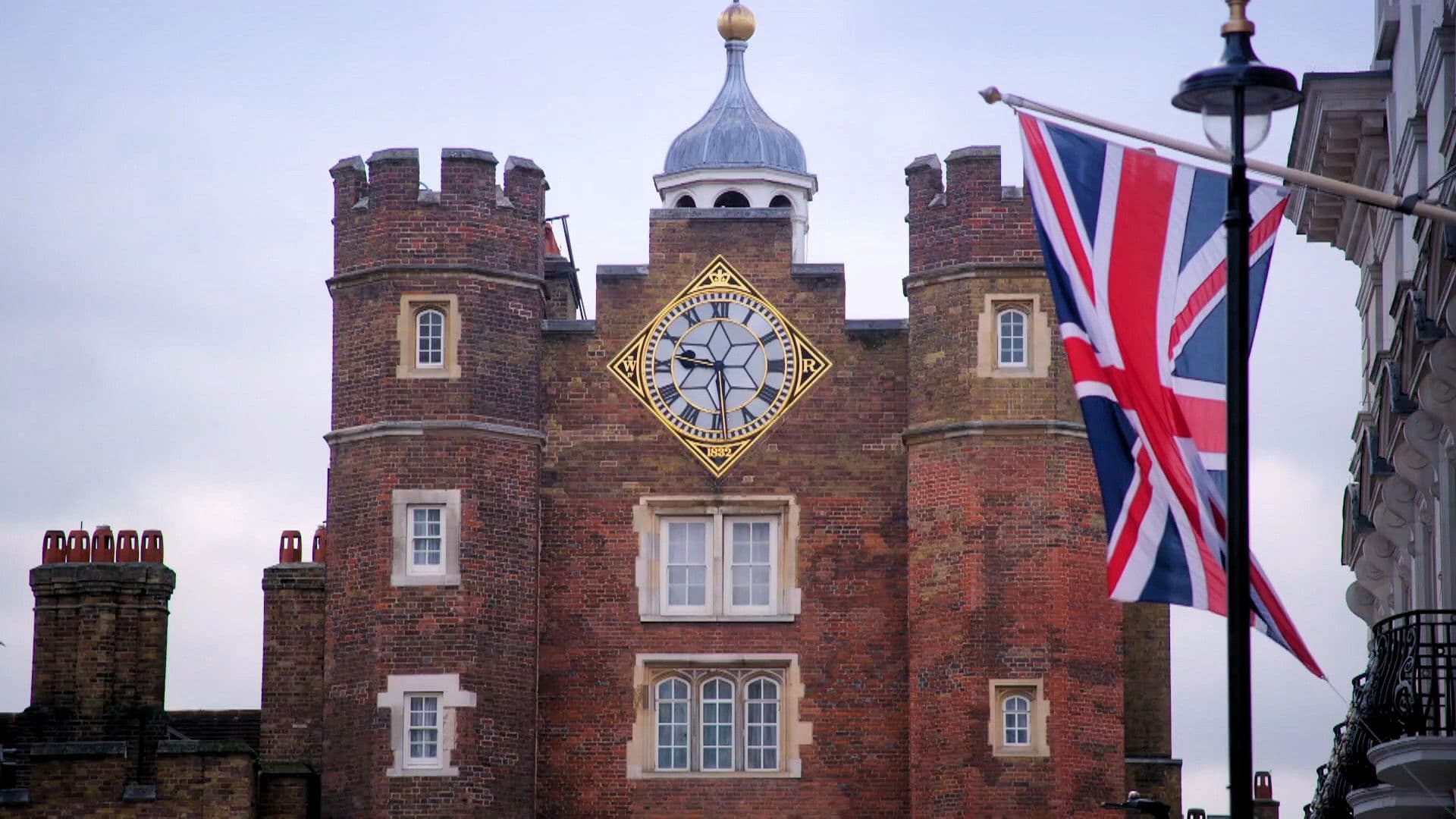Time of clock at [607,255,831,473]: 9:28
